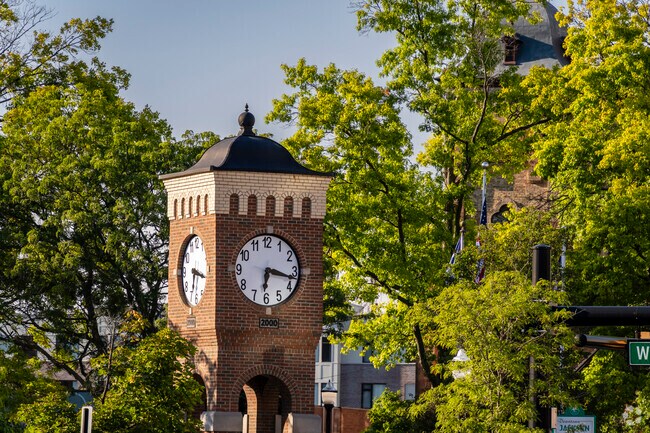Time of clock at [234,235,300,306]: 6:17
